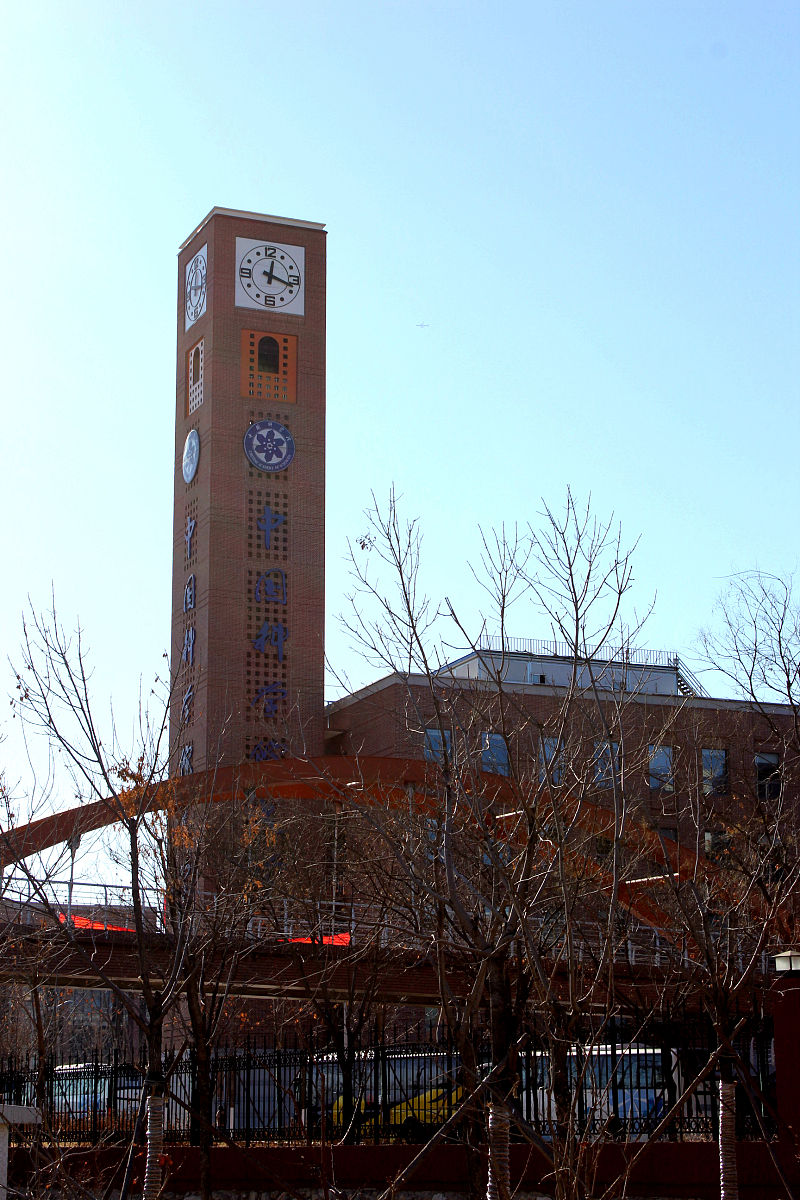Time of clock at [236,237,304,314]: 12:17
